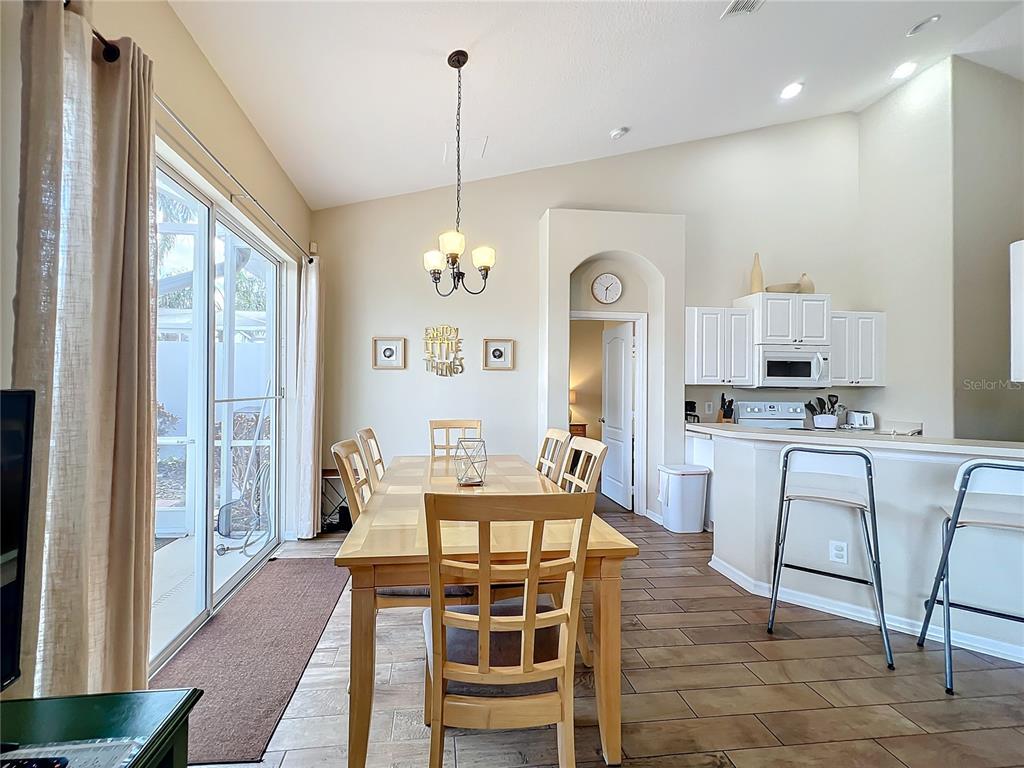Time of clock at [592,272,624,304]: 1:31
